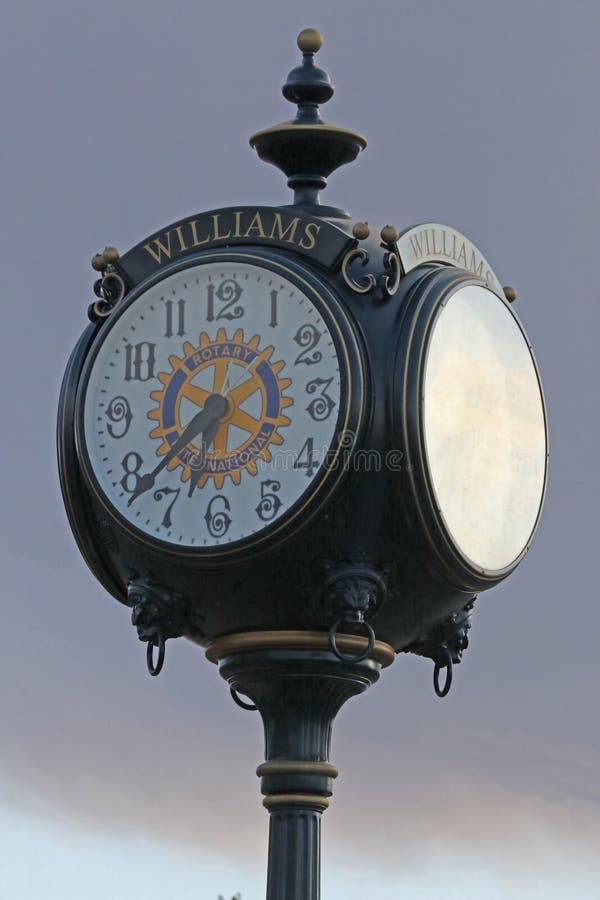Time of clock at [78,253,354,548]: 6:38
